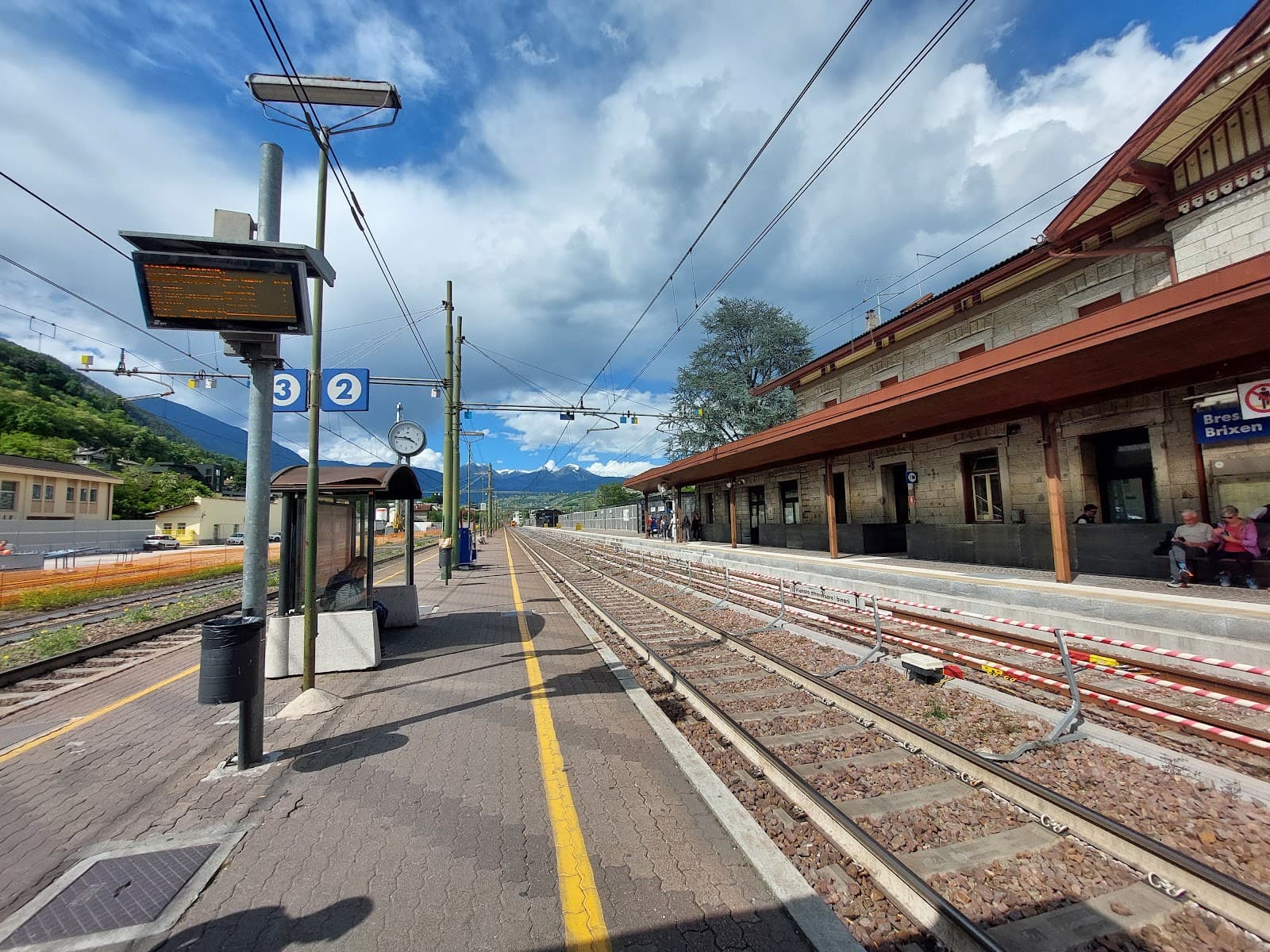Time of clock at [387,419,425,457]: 3:45
